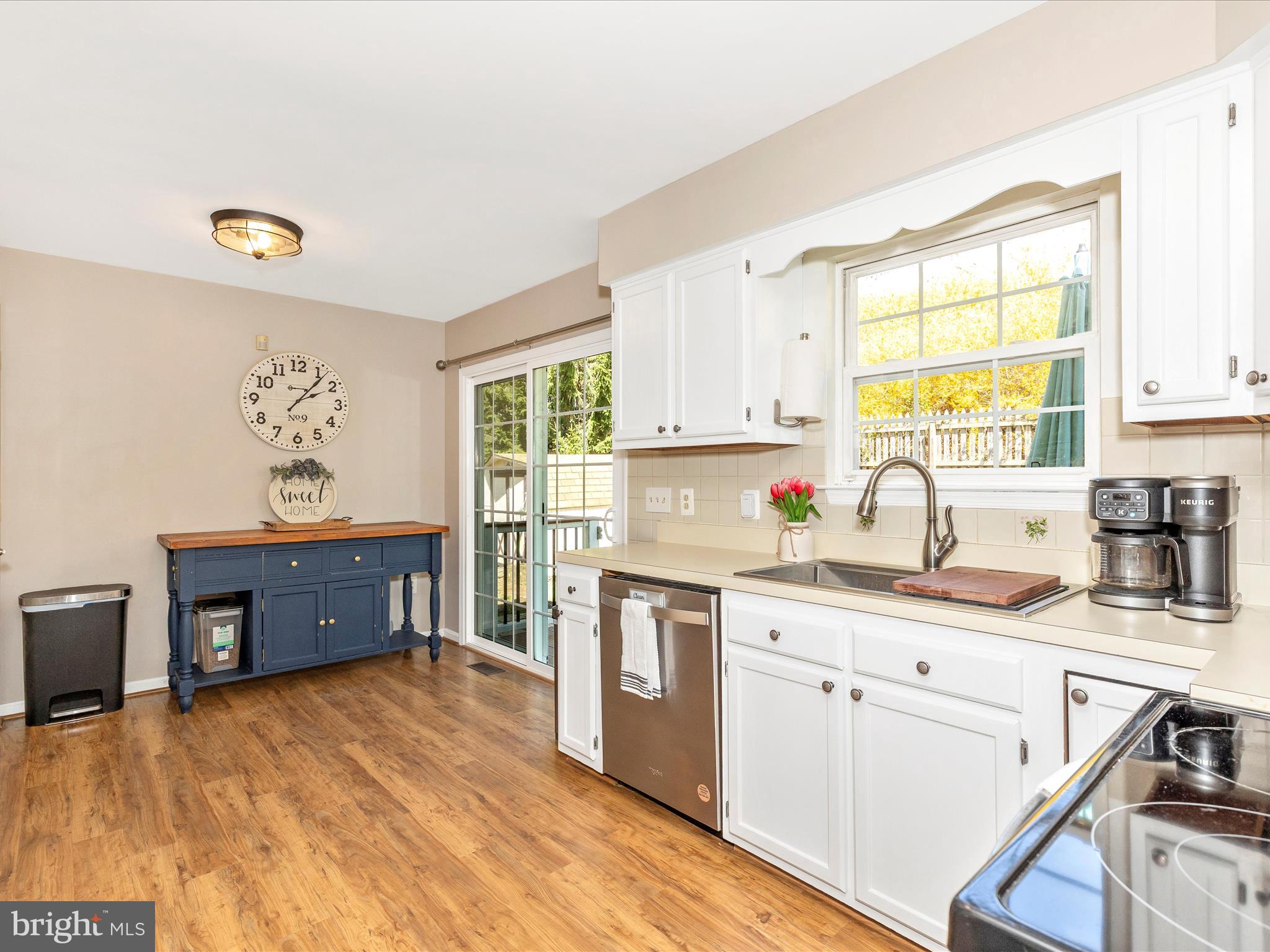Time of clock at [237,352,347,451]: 2:06
